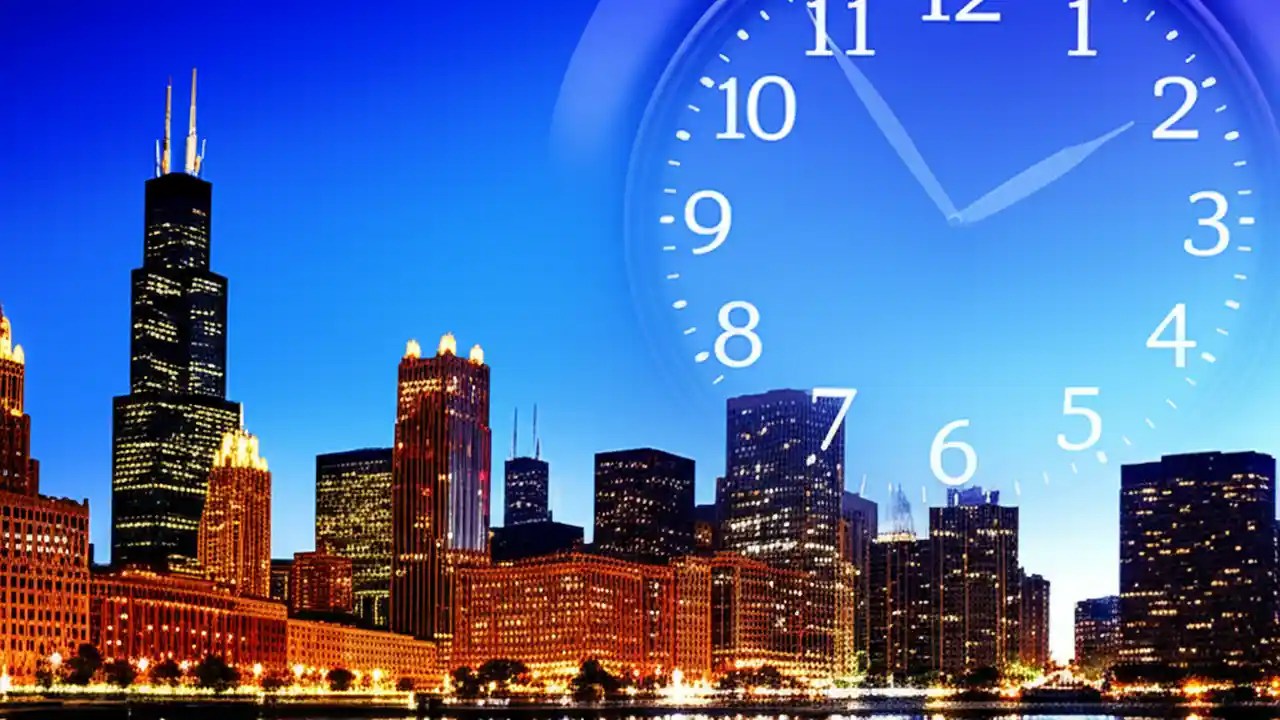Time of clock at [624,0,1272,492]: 1:54
